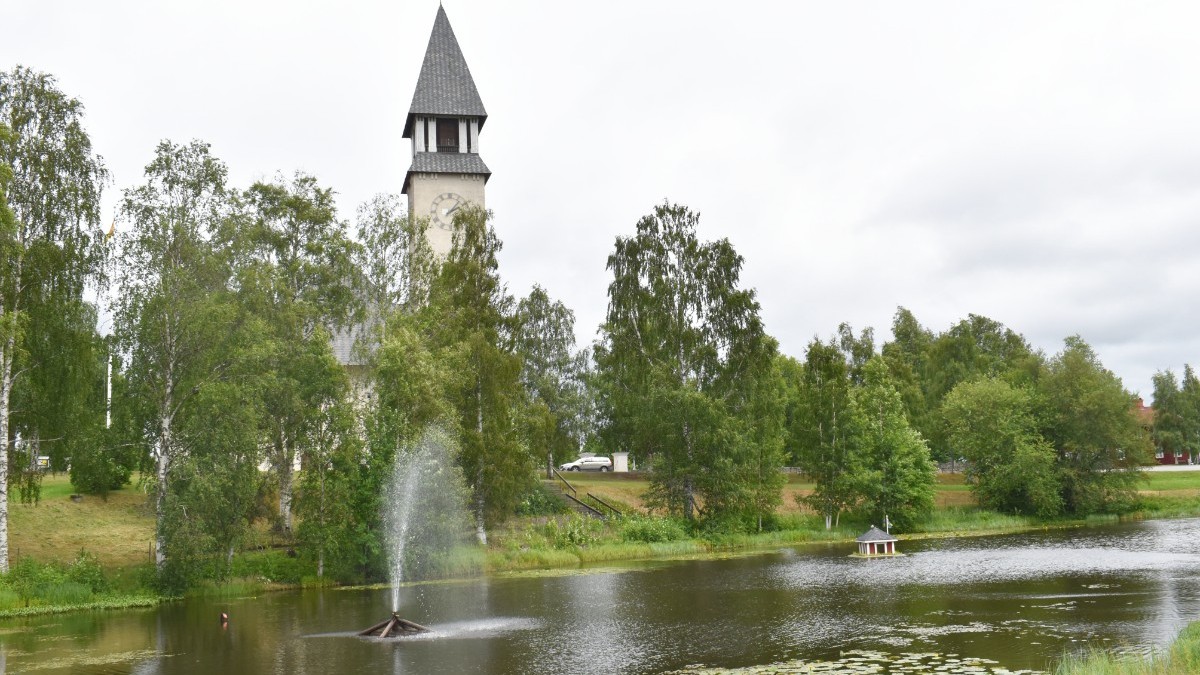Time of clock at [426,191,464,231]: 2:06
